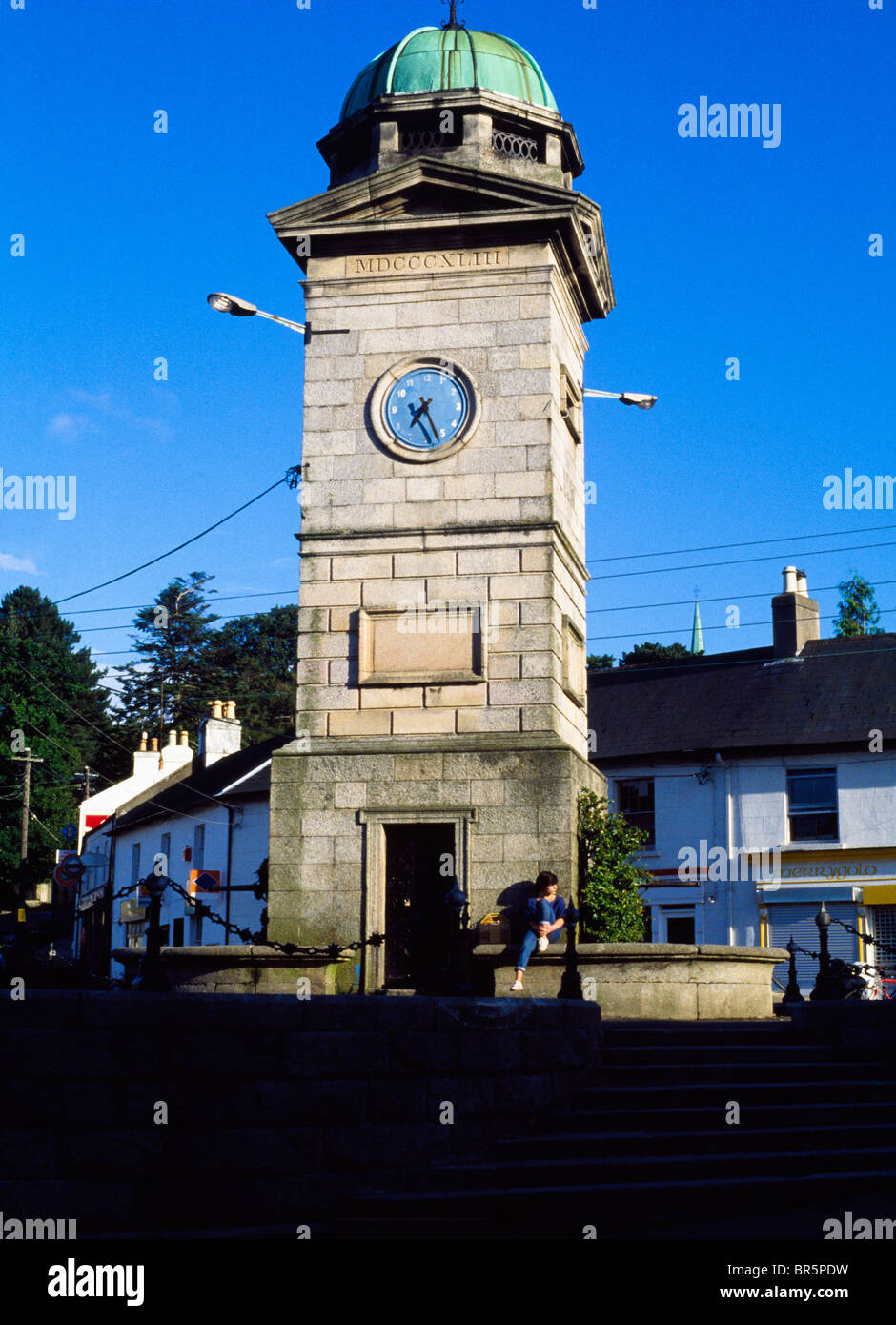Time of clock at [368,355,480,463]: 7:26
